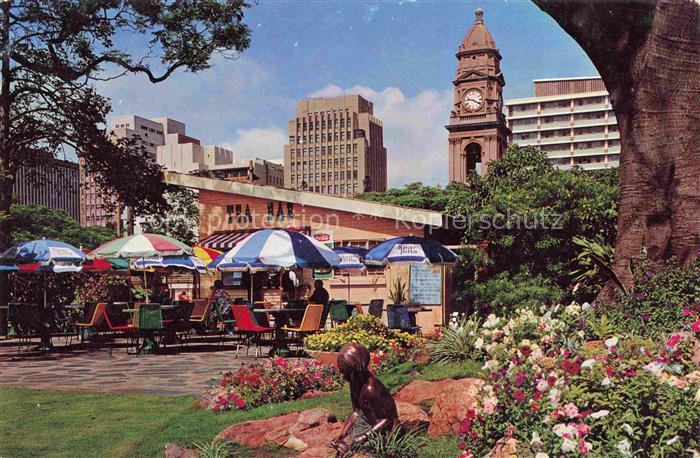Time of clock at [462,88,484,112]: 9:20
